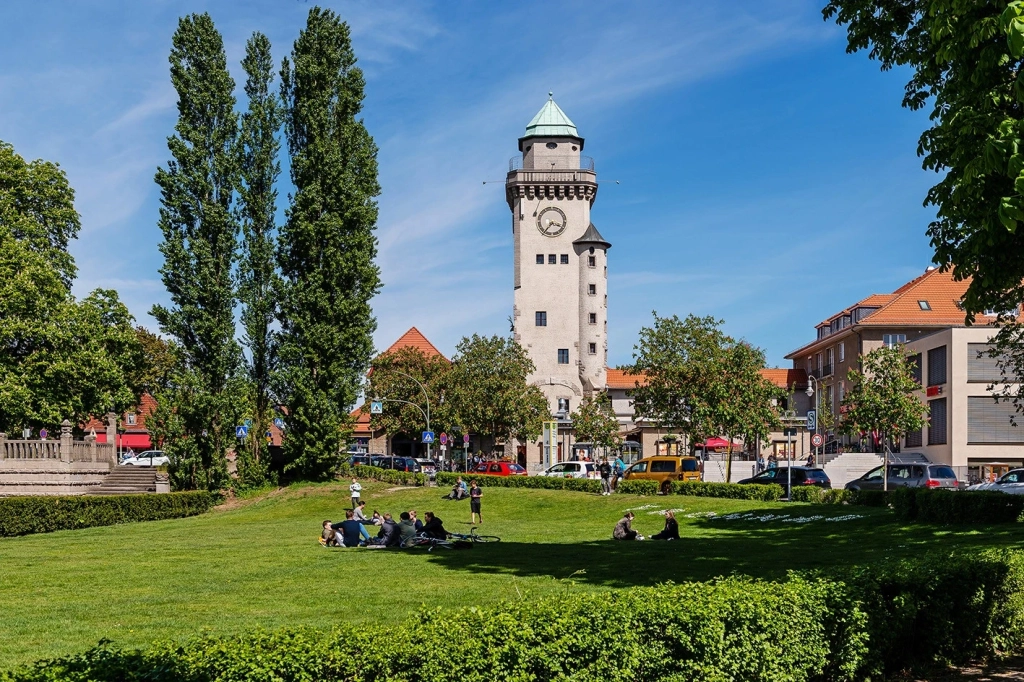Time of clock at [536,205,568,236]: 3:36
